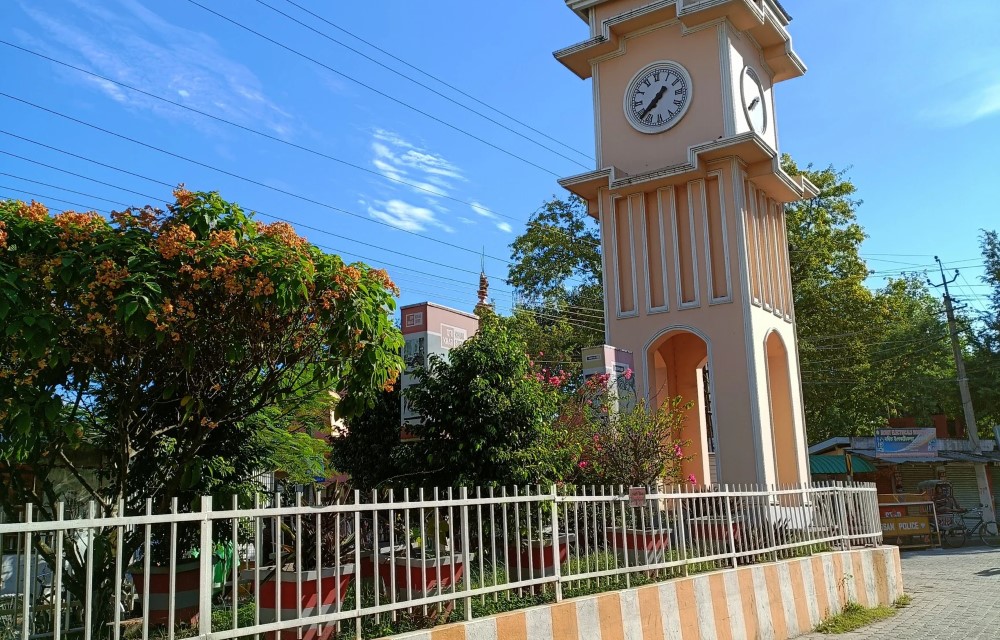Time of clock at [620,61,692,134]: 7:38
